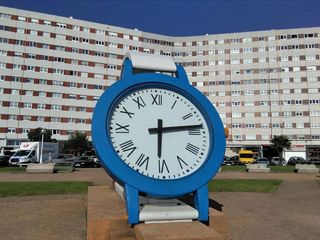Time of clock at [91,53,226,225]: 6:13
